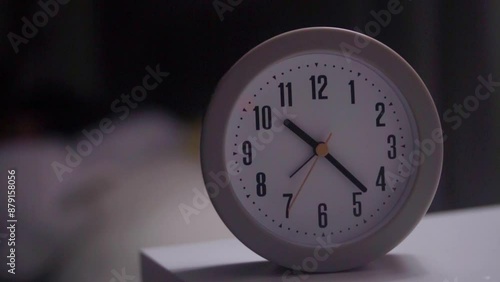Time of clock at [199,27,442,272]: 10:22
